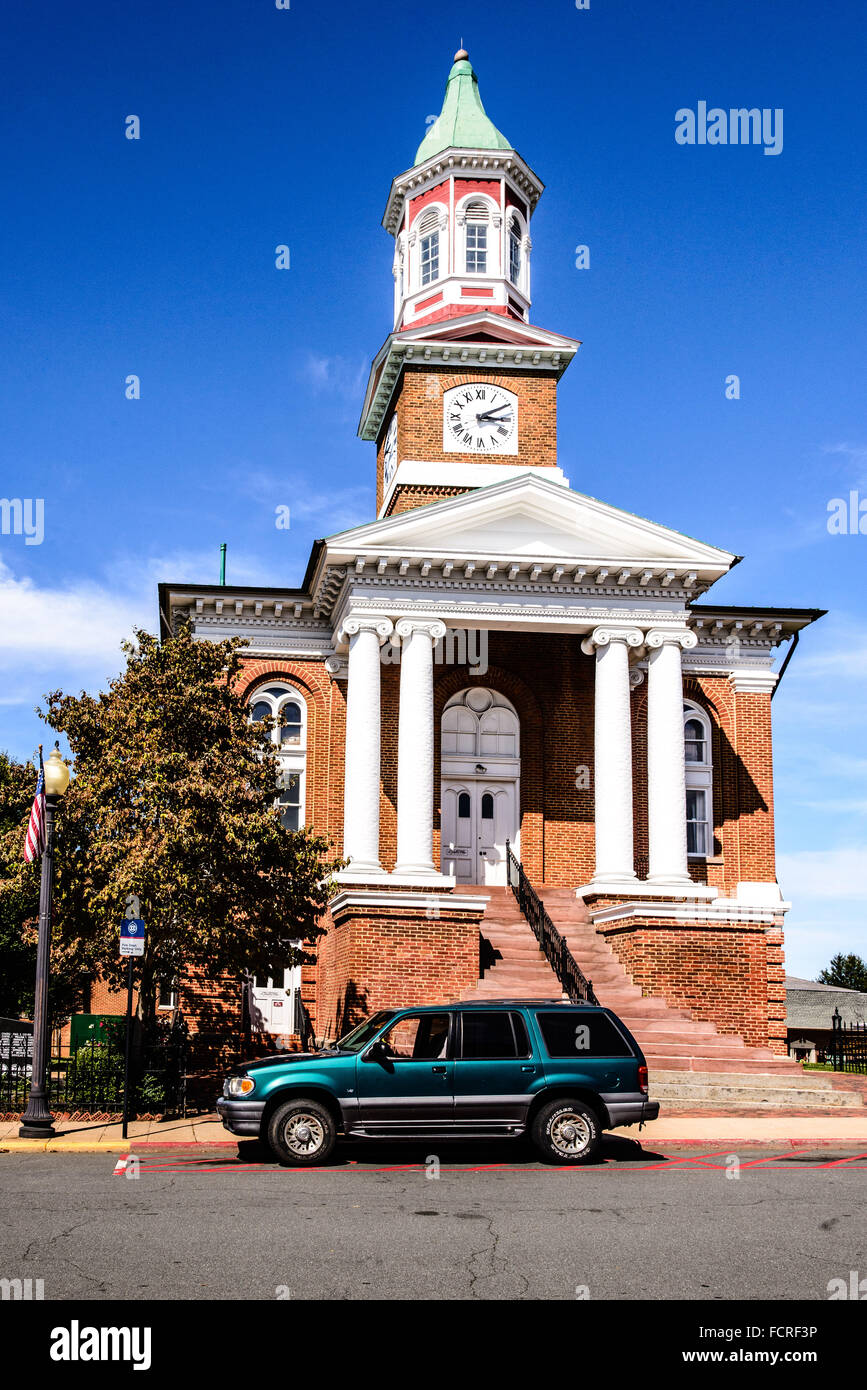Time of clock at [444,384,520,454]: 3:10
